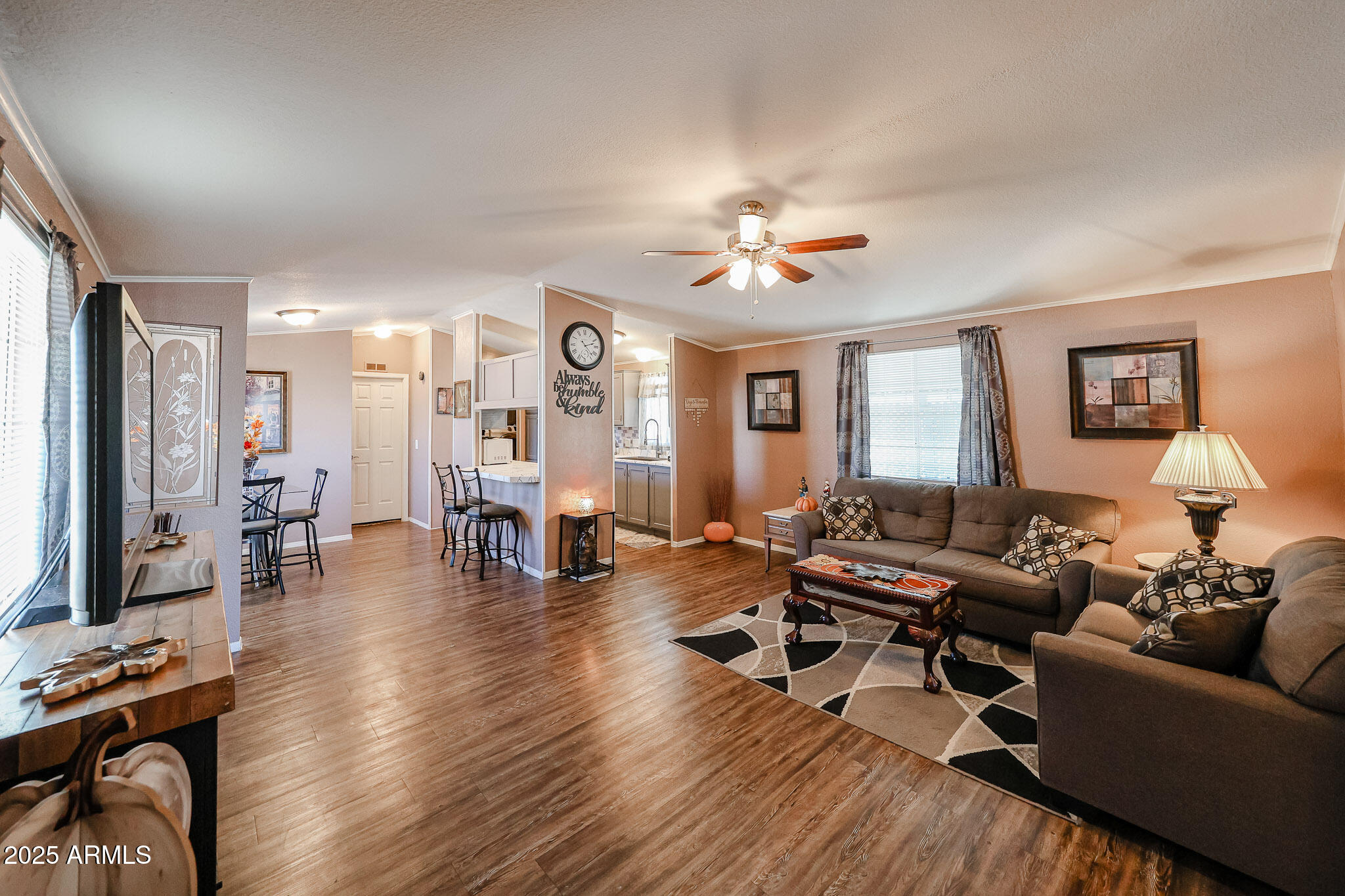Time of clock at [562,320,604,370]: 2:22
